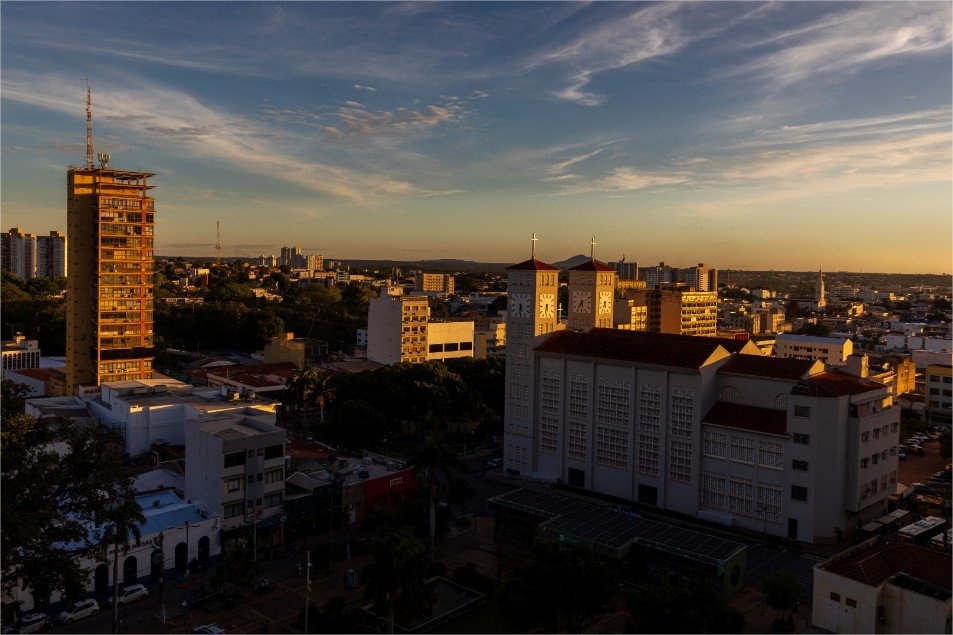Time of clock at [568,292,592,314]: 5:35
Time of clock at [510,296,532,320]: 5:31
